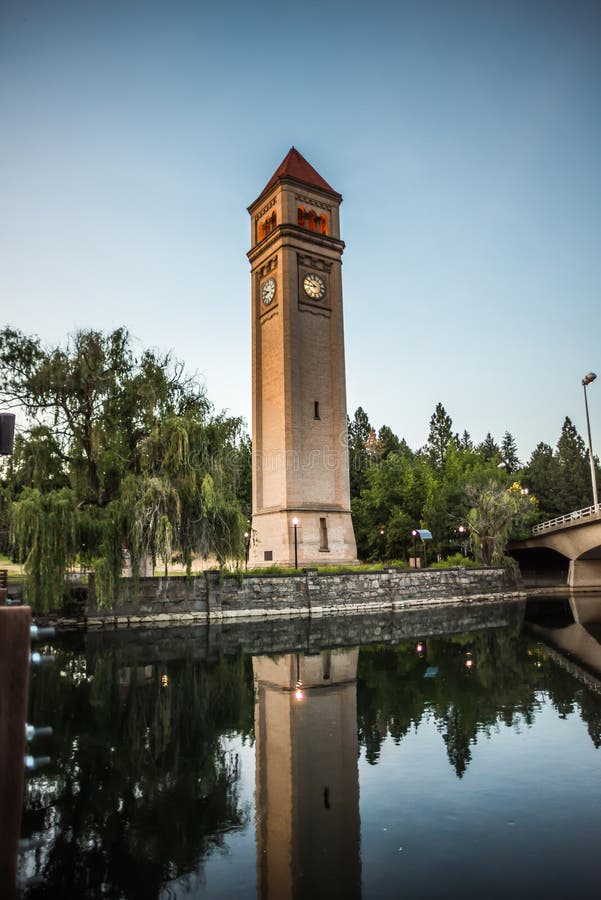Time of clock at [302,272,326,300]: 8:50
